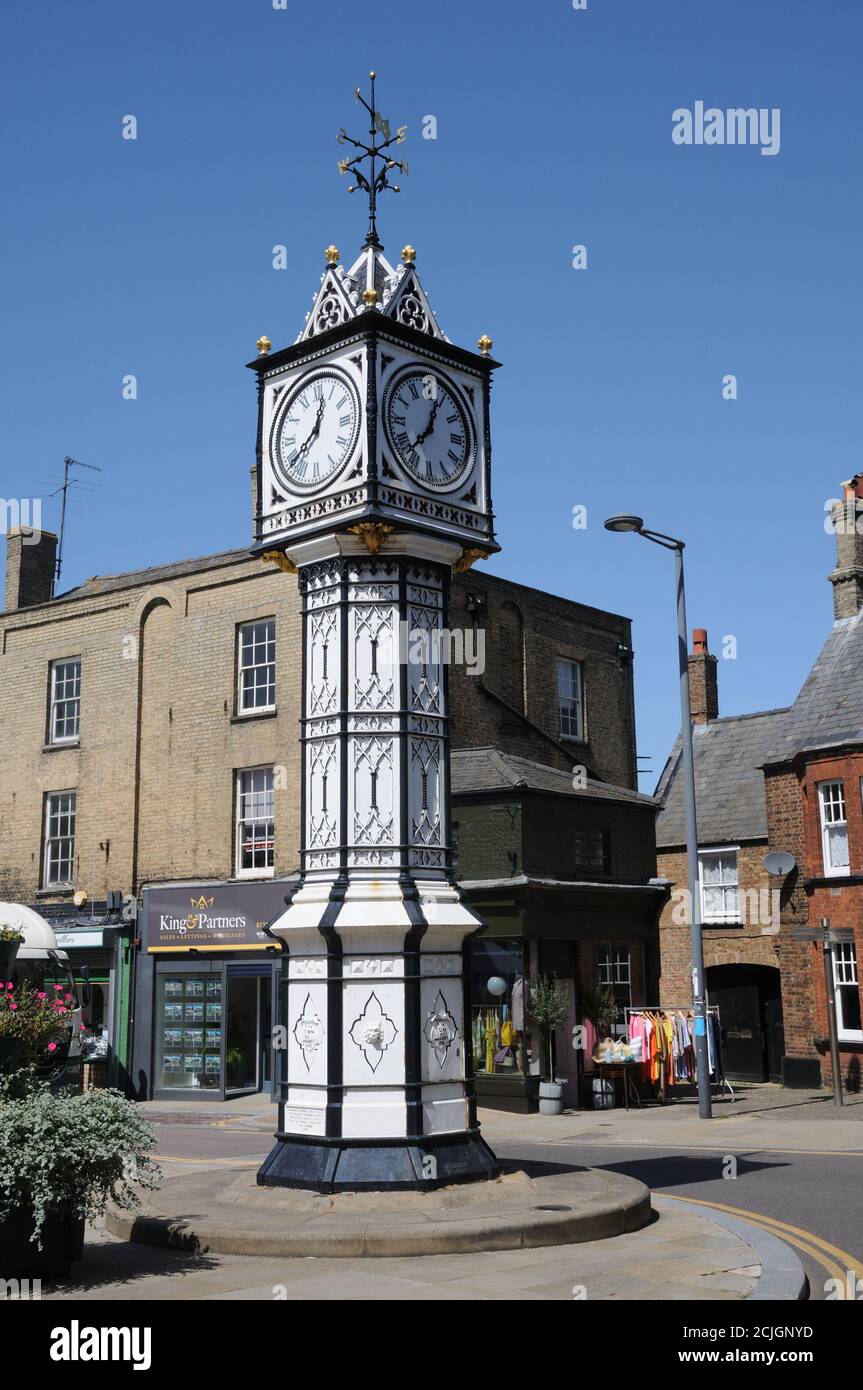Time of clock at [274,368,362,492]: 12:38
